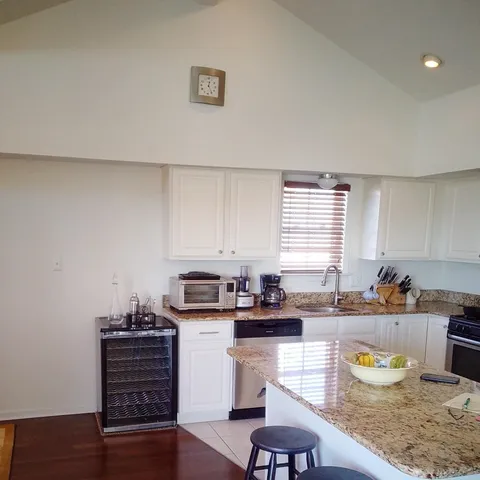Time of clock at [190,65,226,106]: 12:24
